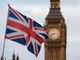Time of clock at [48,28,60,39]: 8:40
